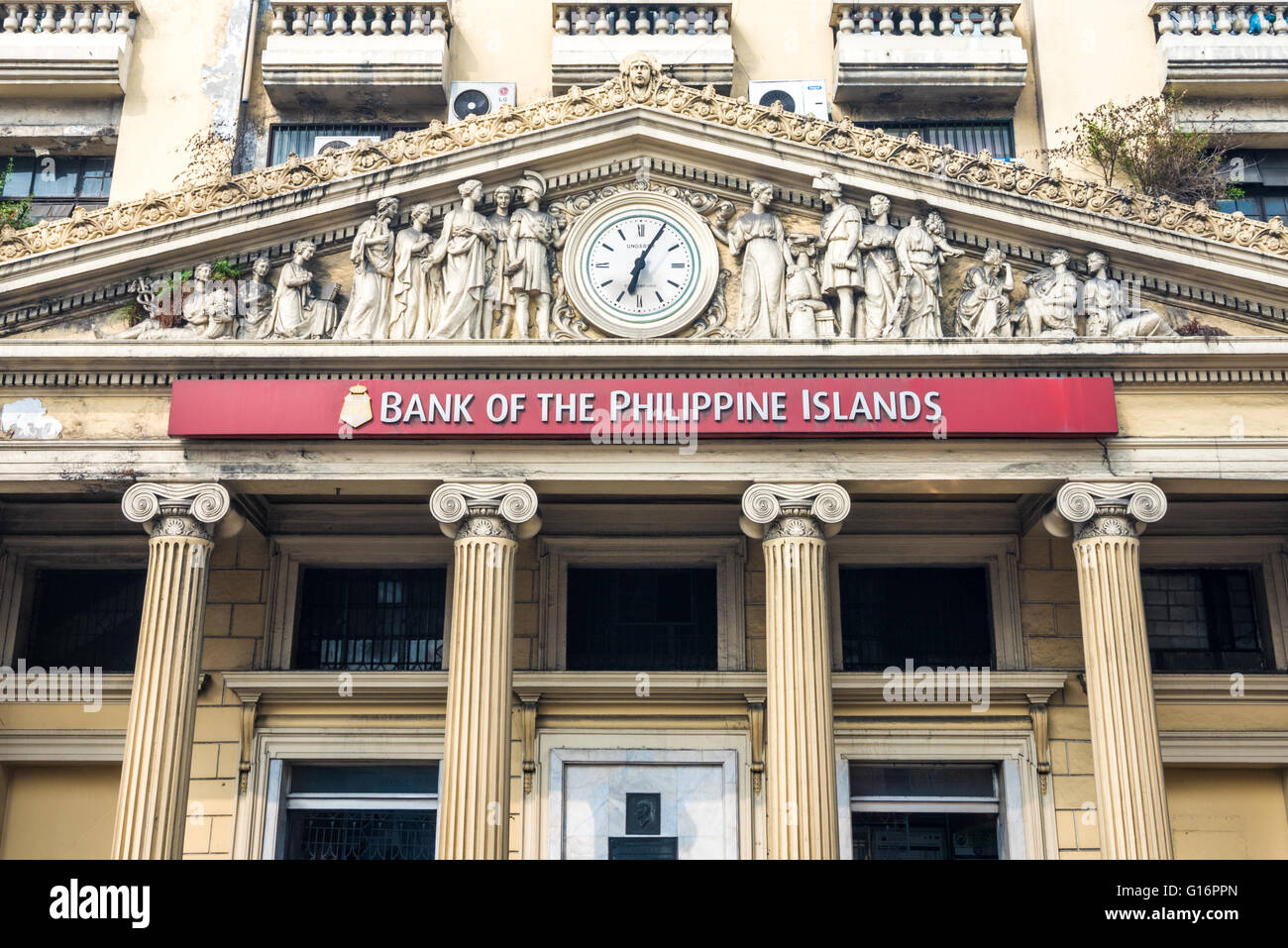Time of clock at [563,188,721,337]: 6:34
